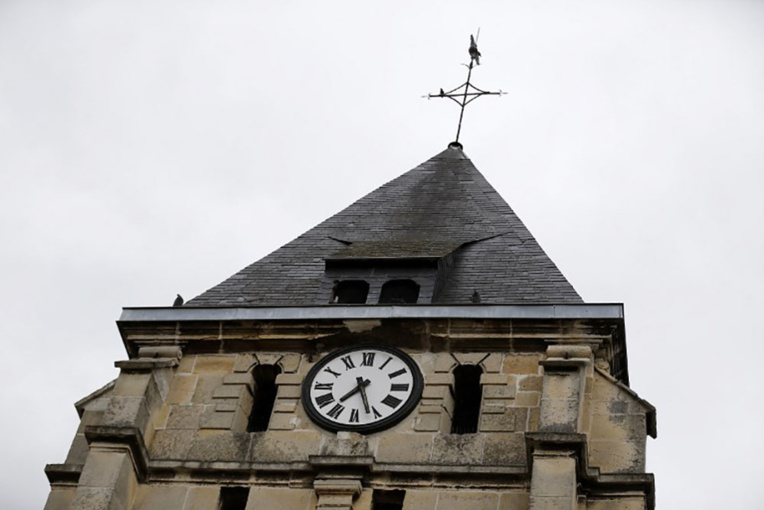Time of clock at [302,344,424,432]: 7:26
